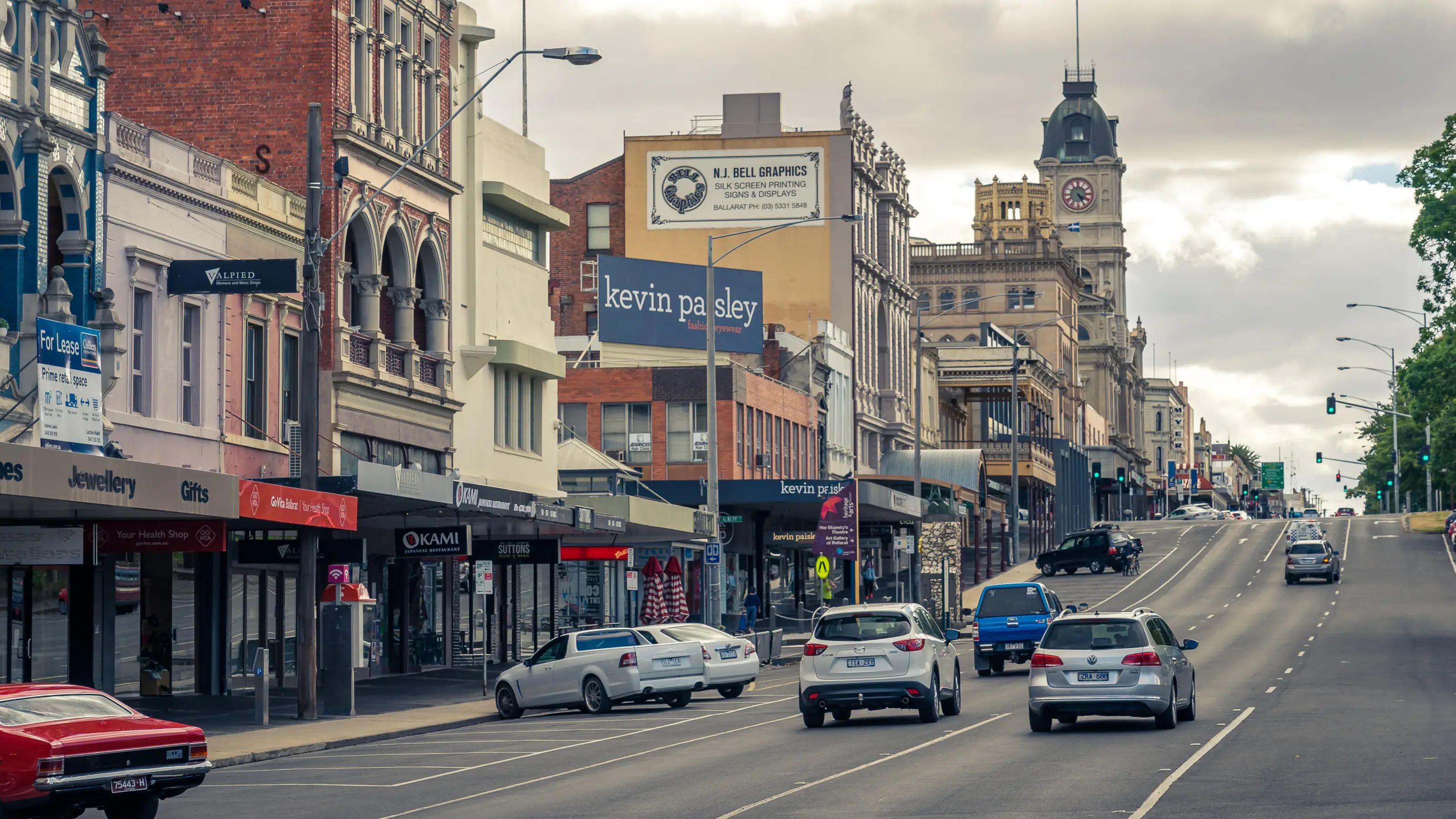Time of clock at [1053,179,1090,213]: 4:24
